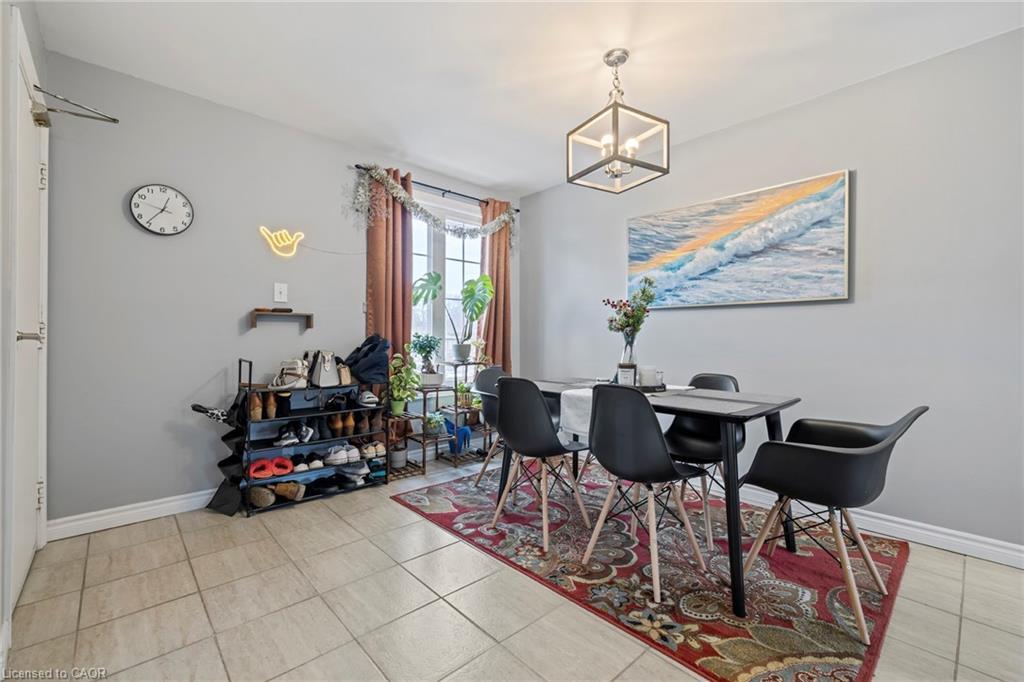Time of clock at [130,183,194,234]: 12:36
